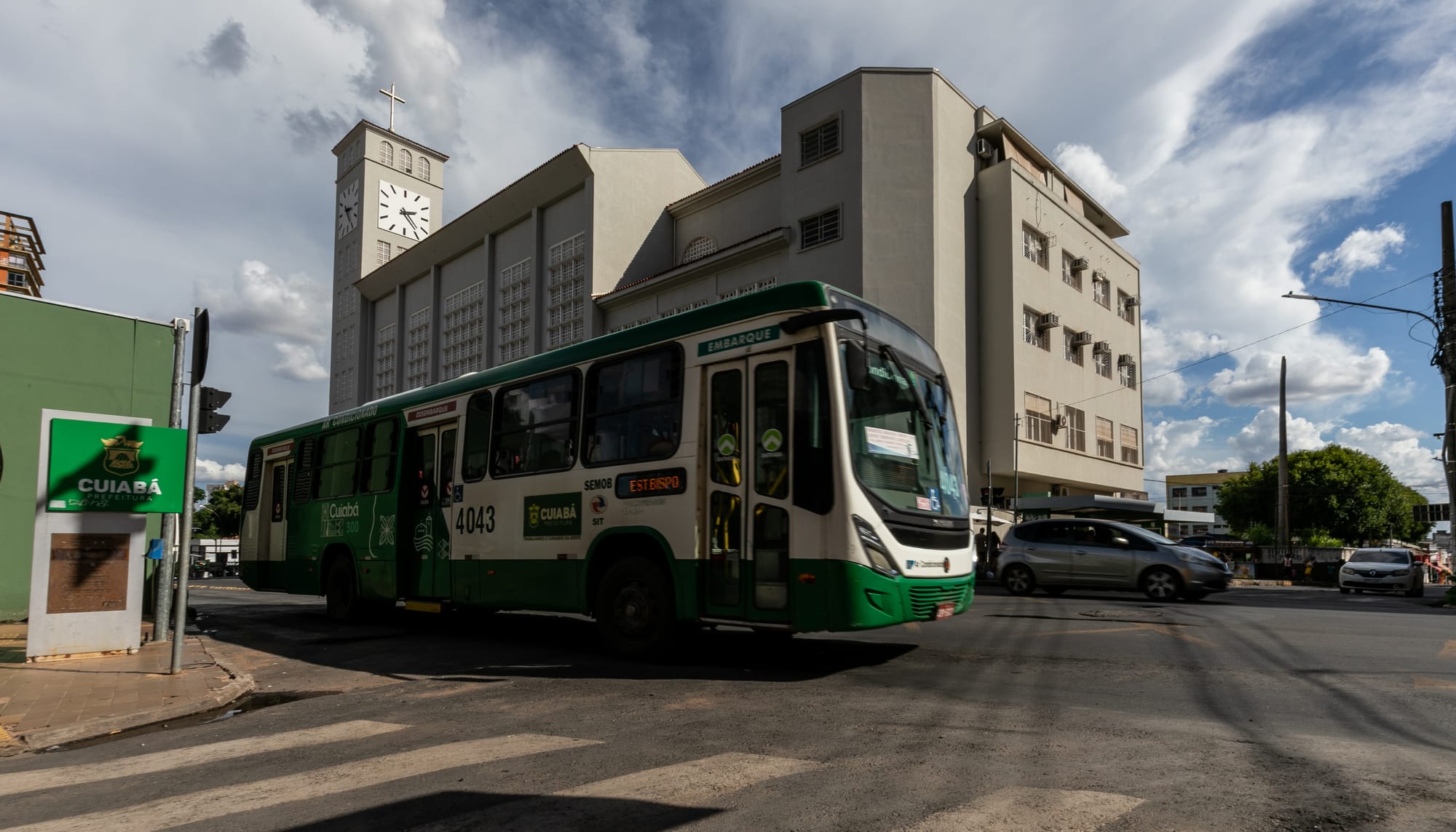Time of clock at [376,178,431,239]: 2:23
